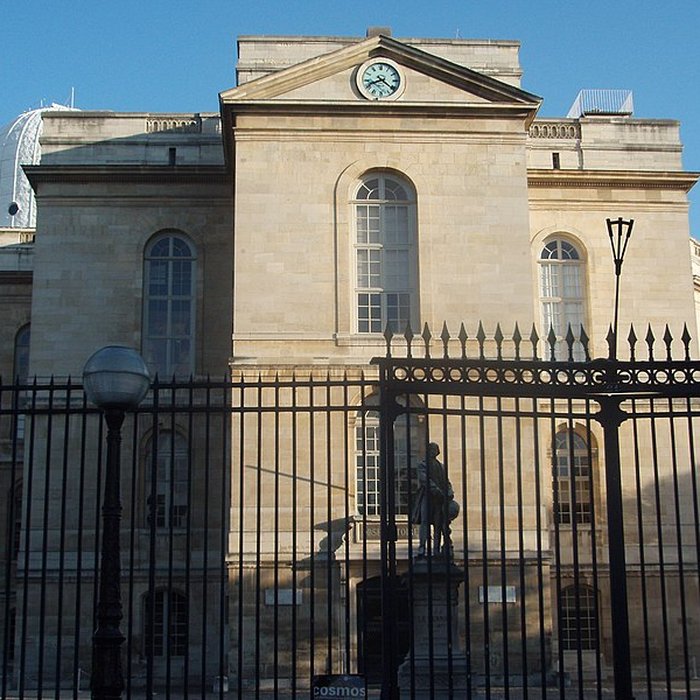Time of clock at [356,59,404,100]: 8:21
